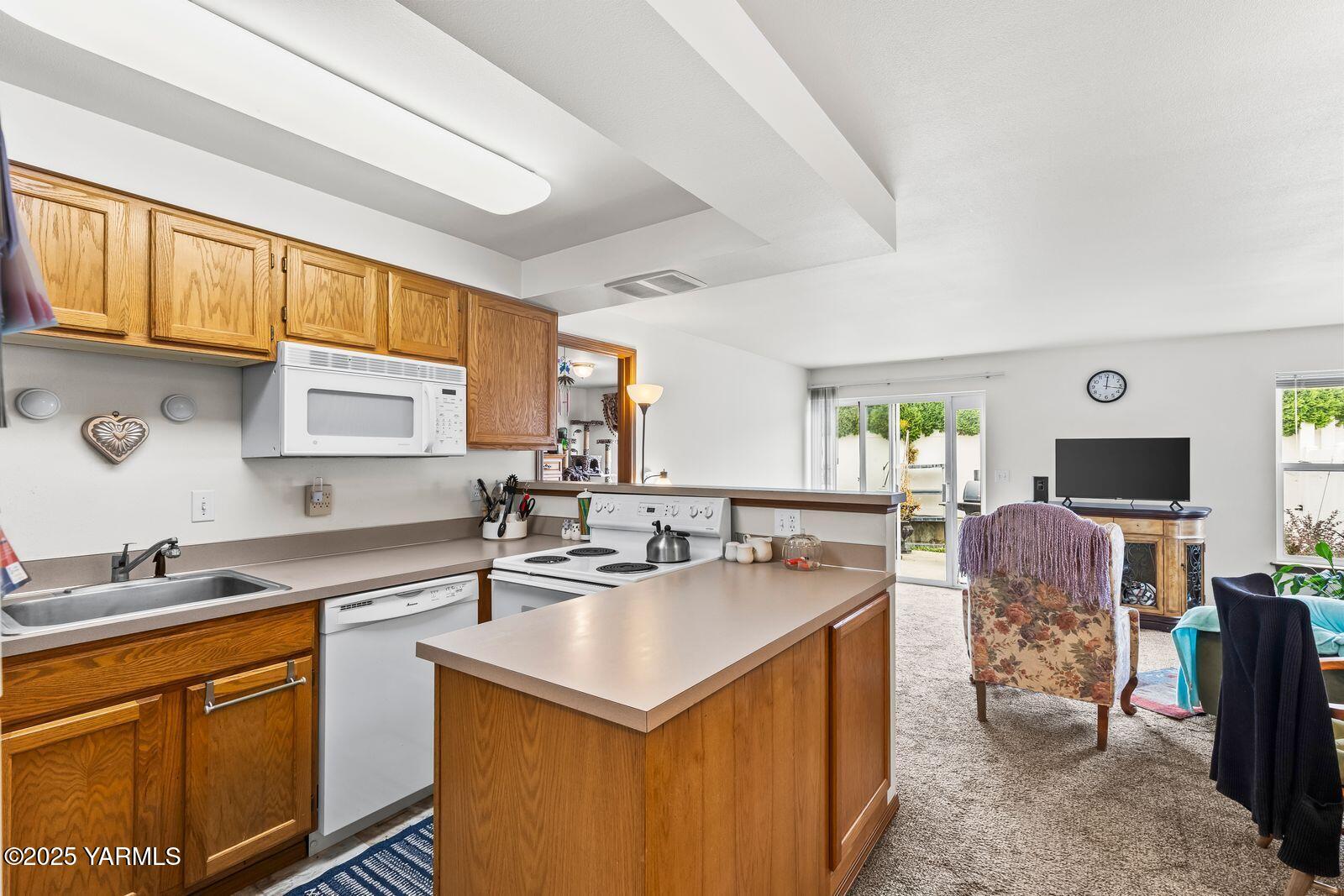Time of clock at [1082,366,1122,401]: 12:16
